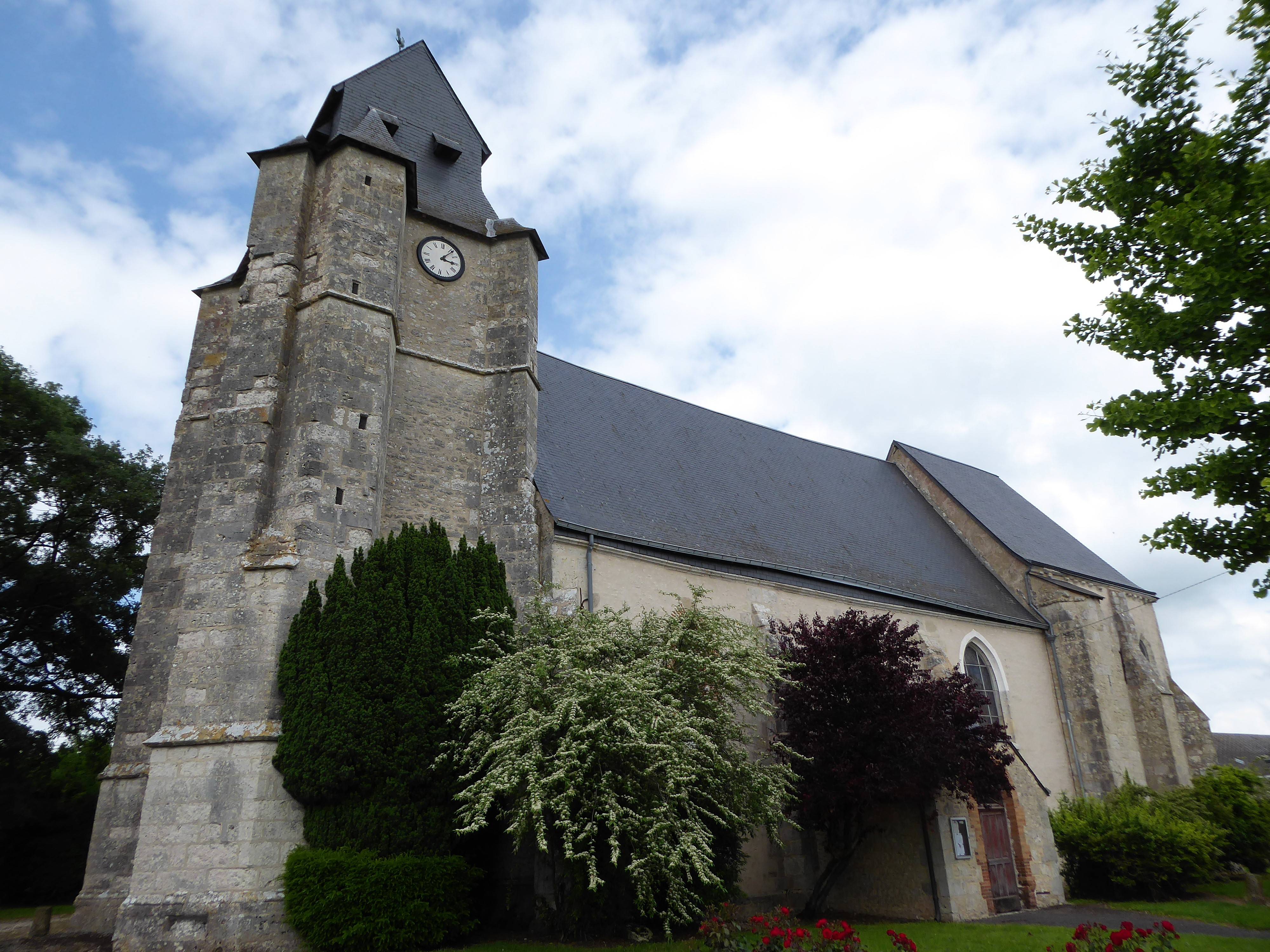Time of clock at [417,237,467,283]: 3:06
